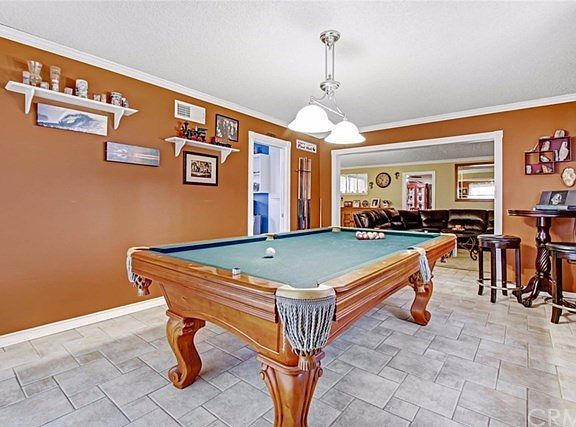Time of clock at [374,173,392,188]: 10:33
